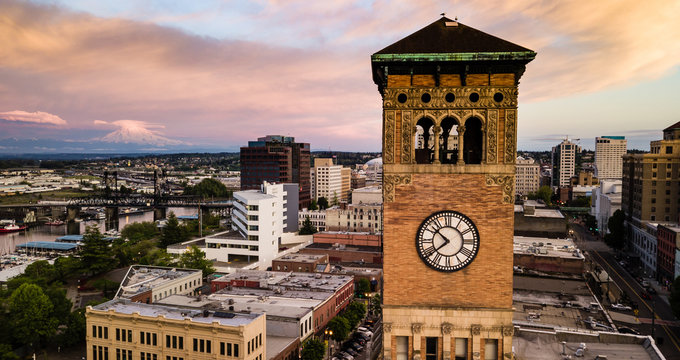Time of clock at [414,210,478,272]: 10:38
